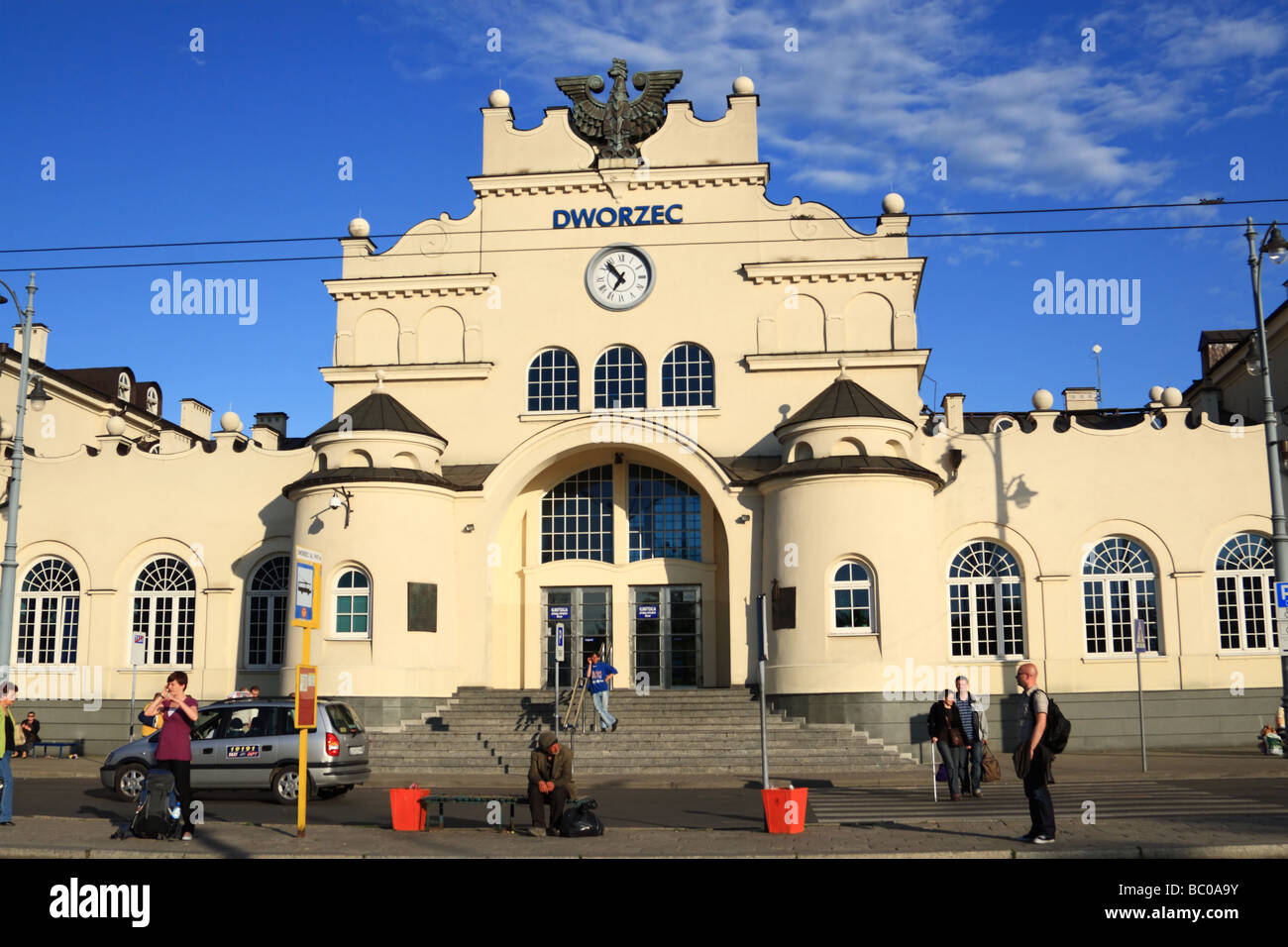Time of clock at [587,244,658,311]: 6:53
